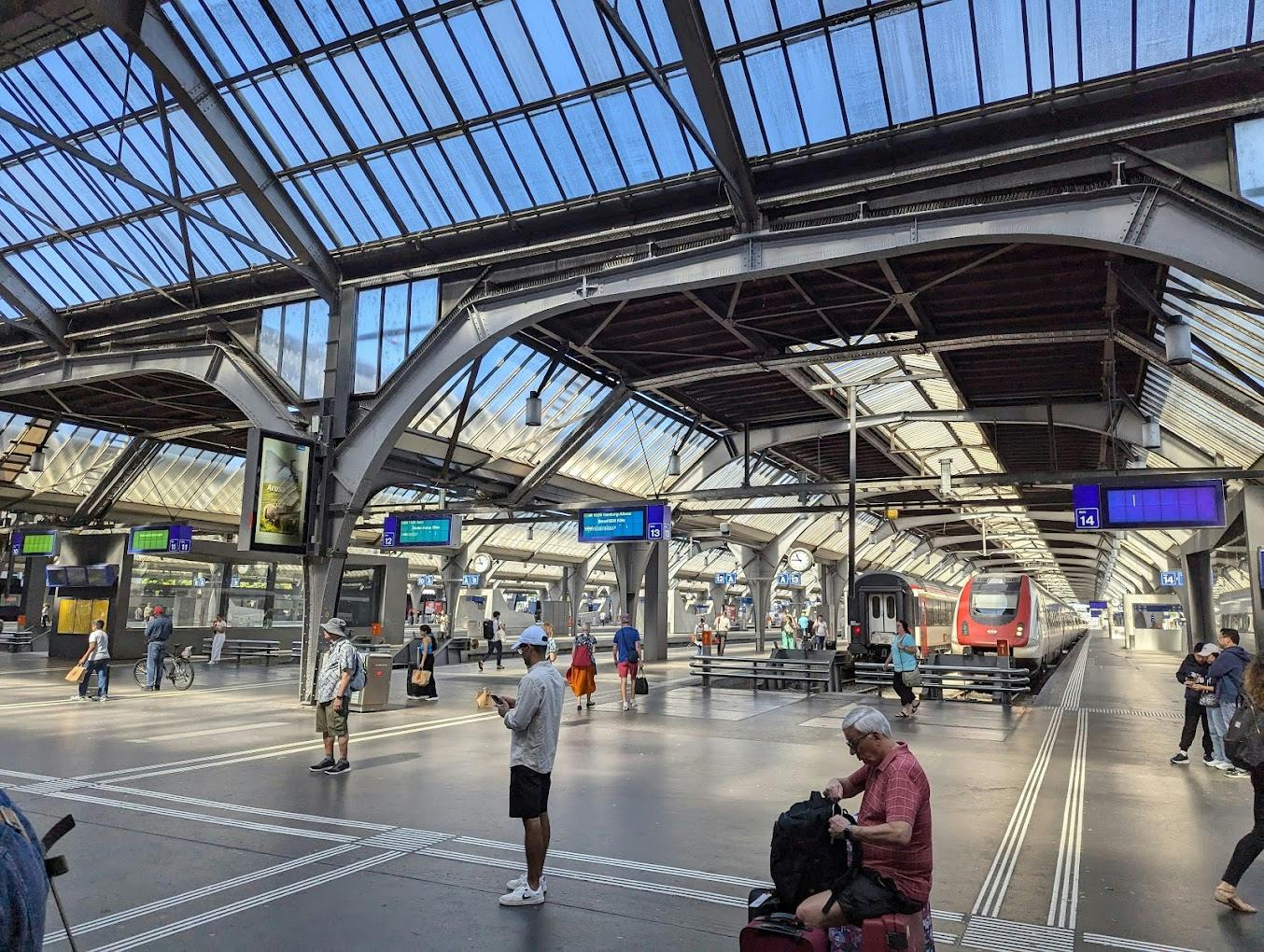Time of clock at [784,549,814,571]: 10:45
